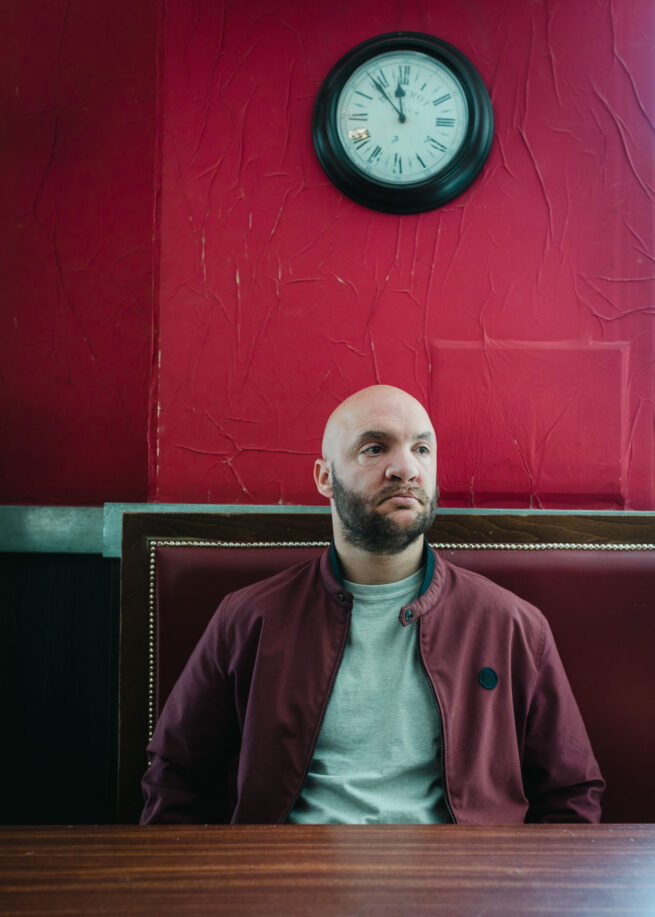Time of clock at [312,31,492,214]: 11:52
